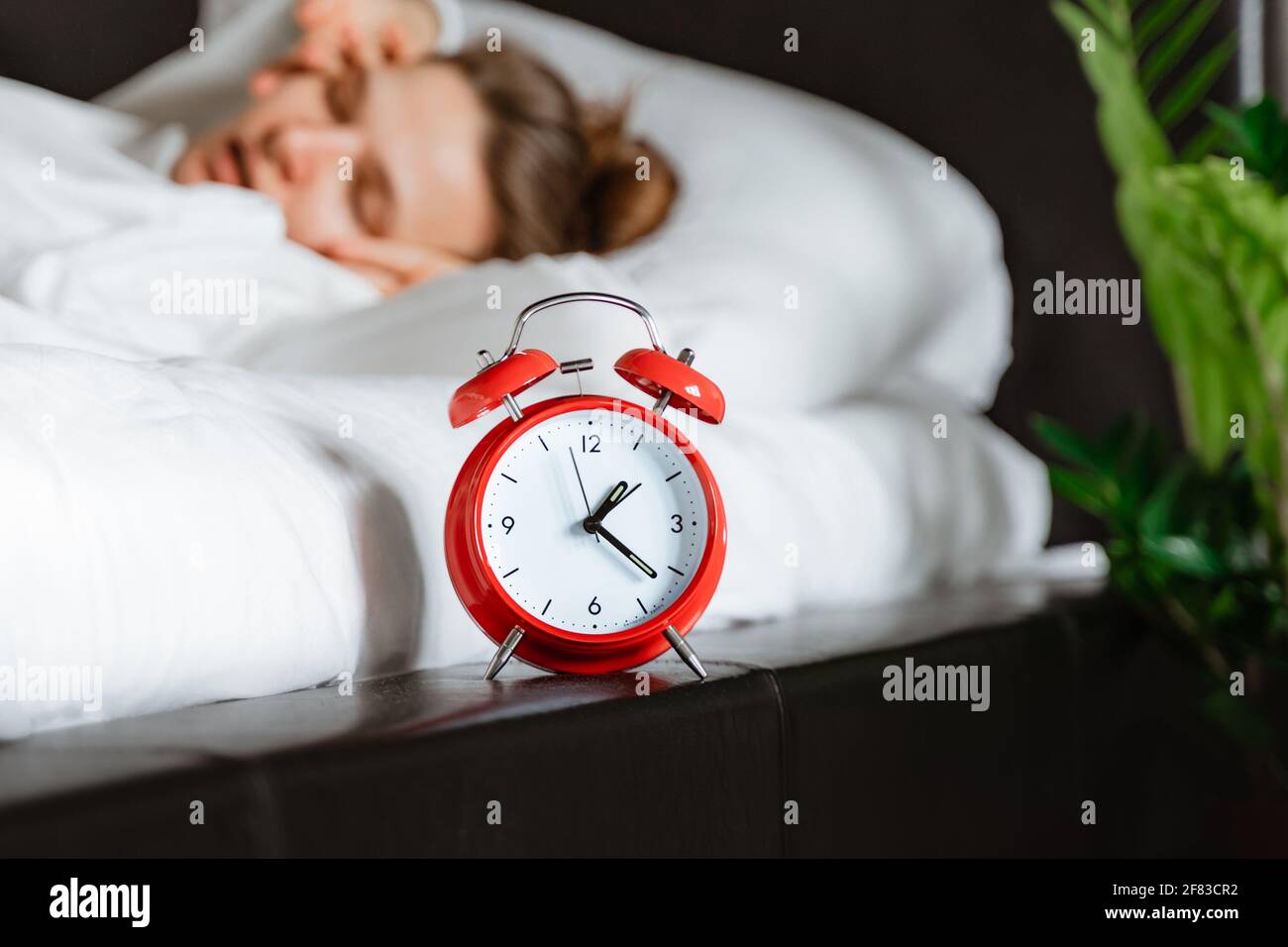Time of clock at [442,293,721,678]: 1:21
